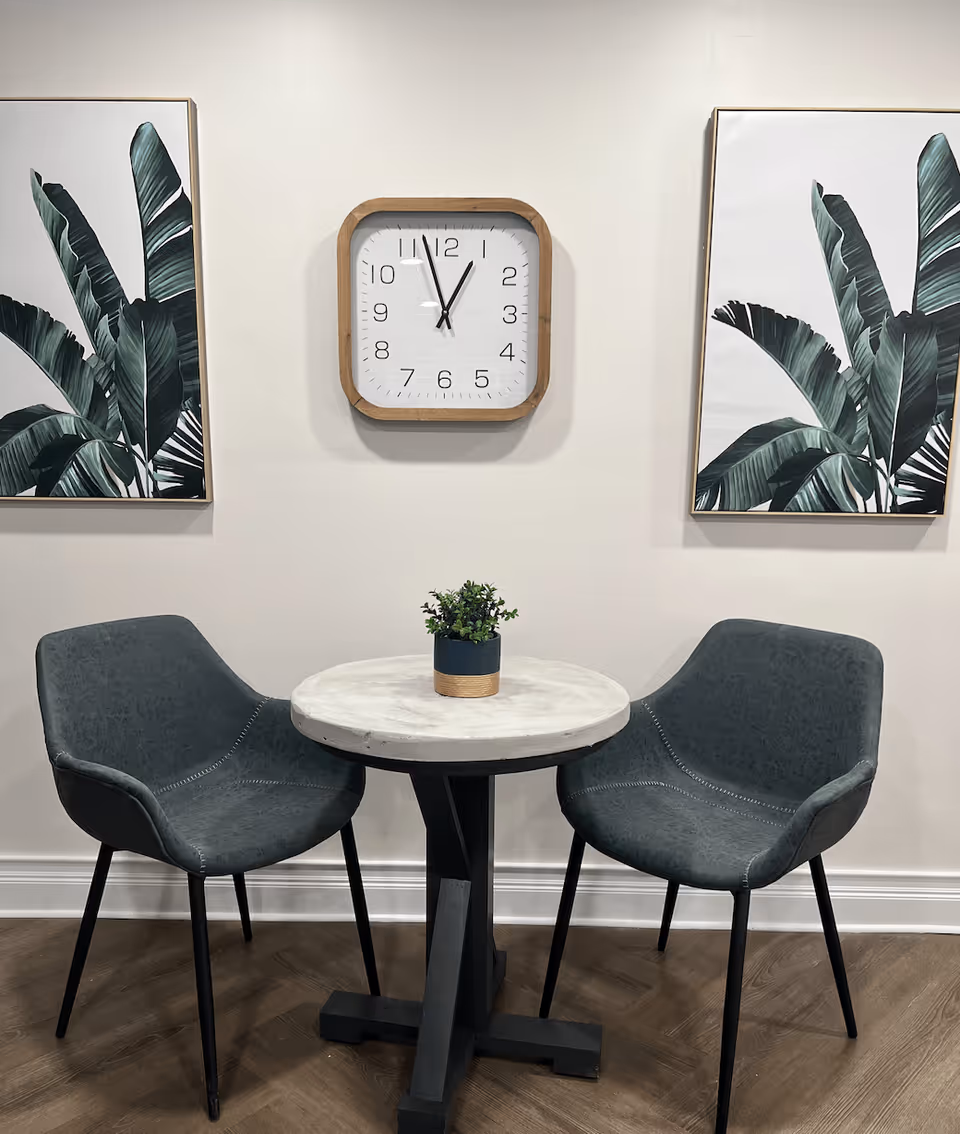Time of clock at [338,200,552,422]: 12:57
